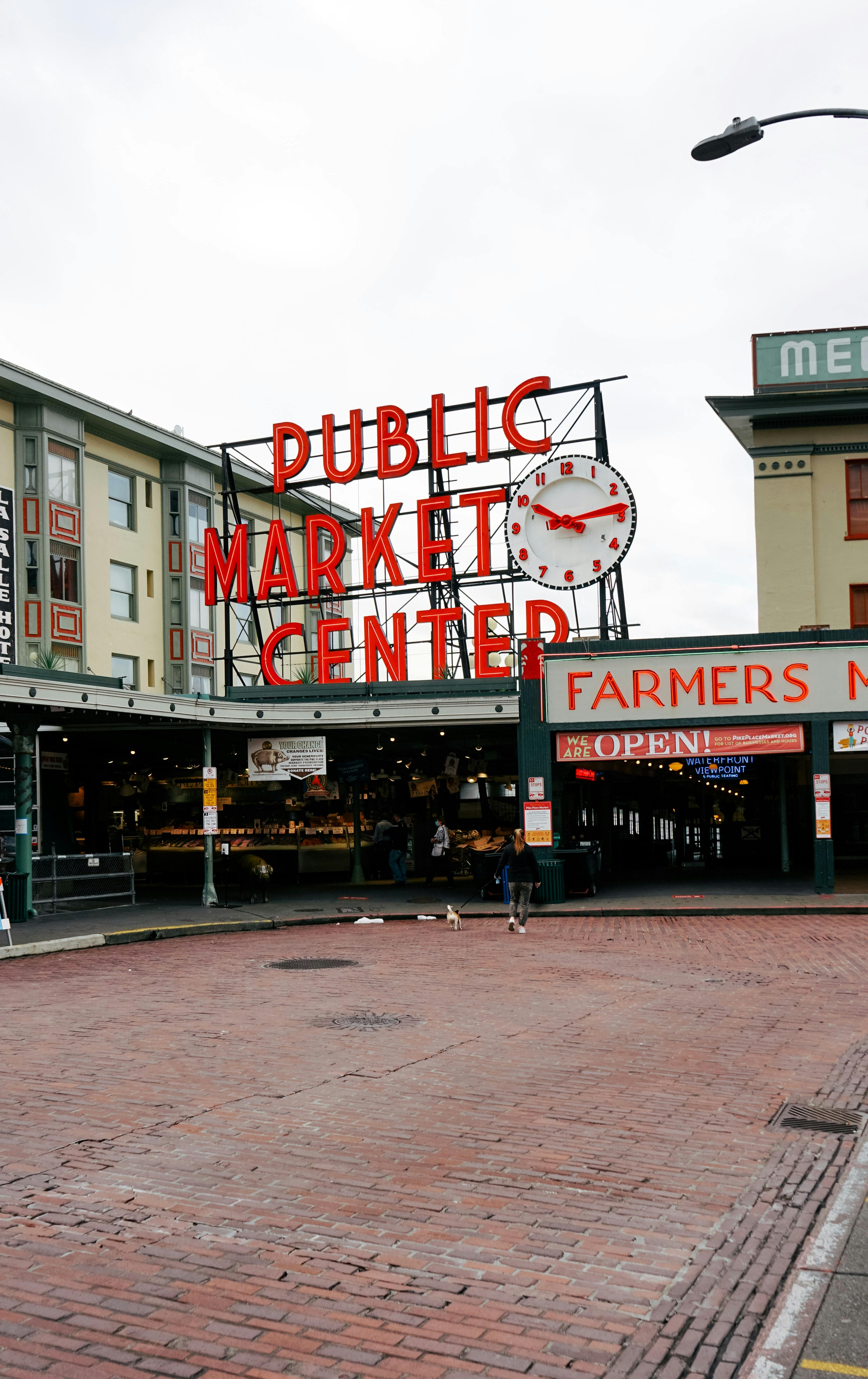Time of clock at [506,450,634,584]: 10:13
